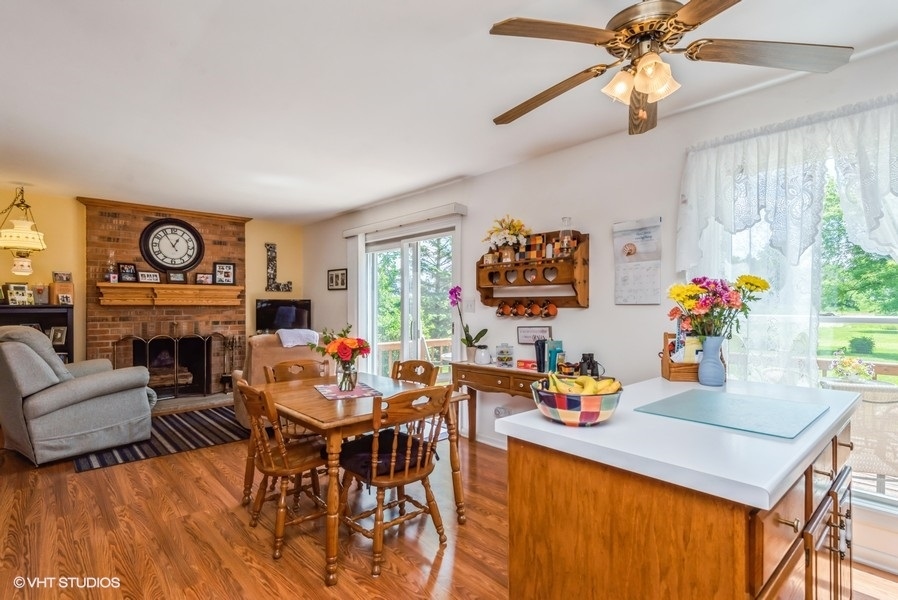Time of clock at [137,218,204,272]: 12:54
